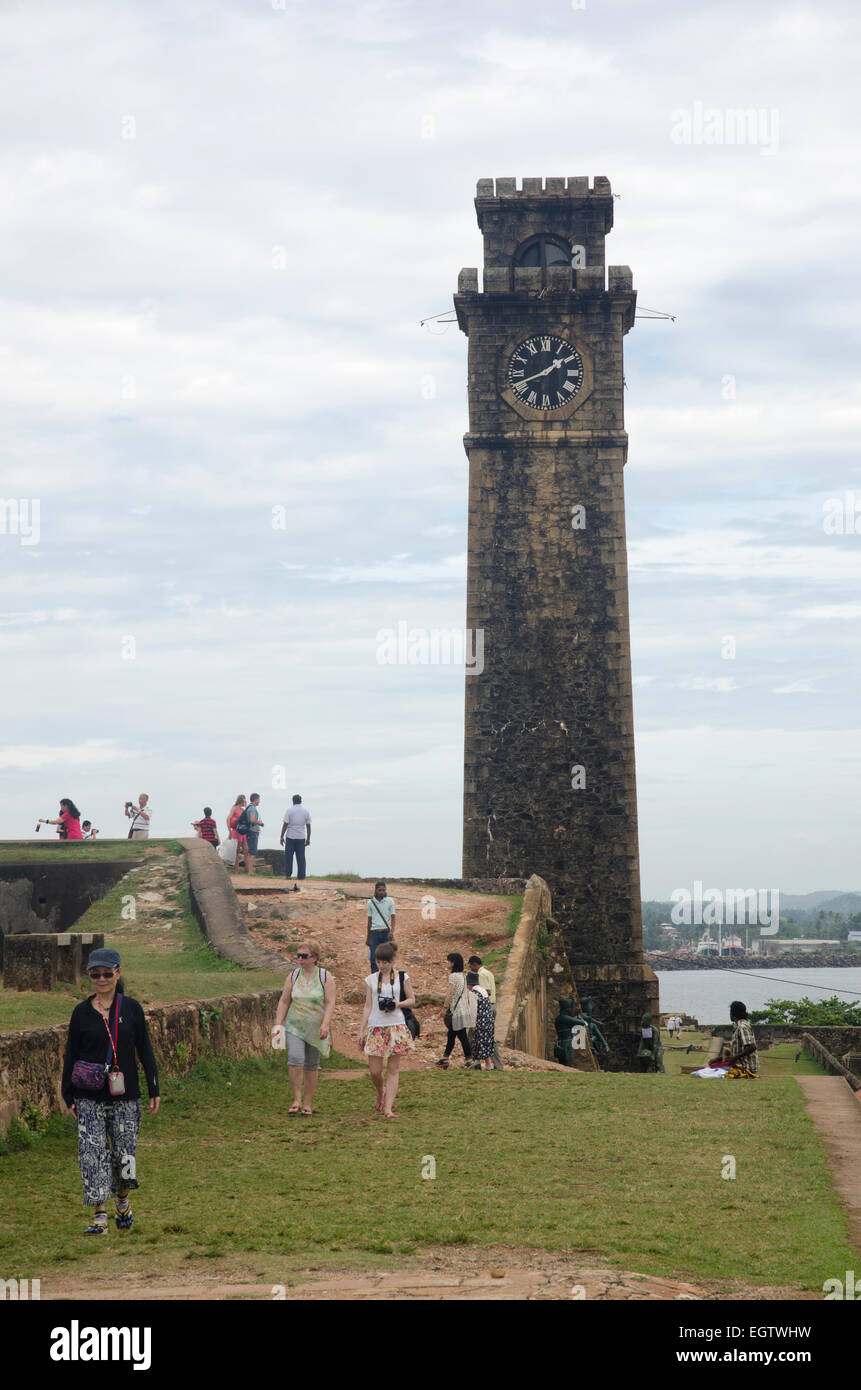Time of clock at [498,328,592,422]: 1:41
